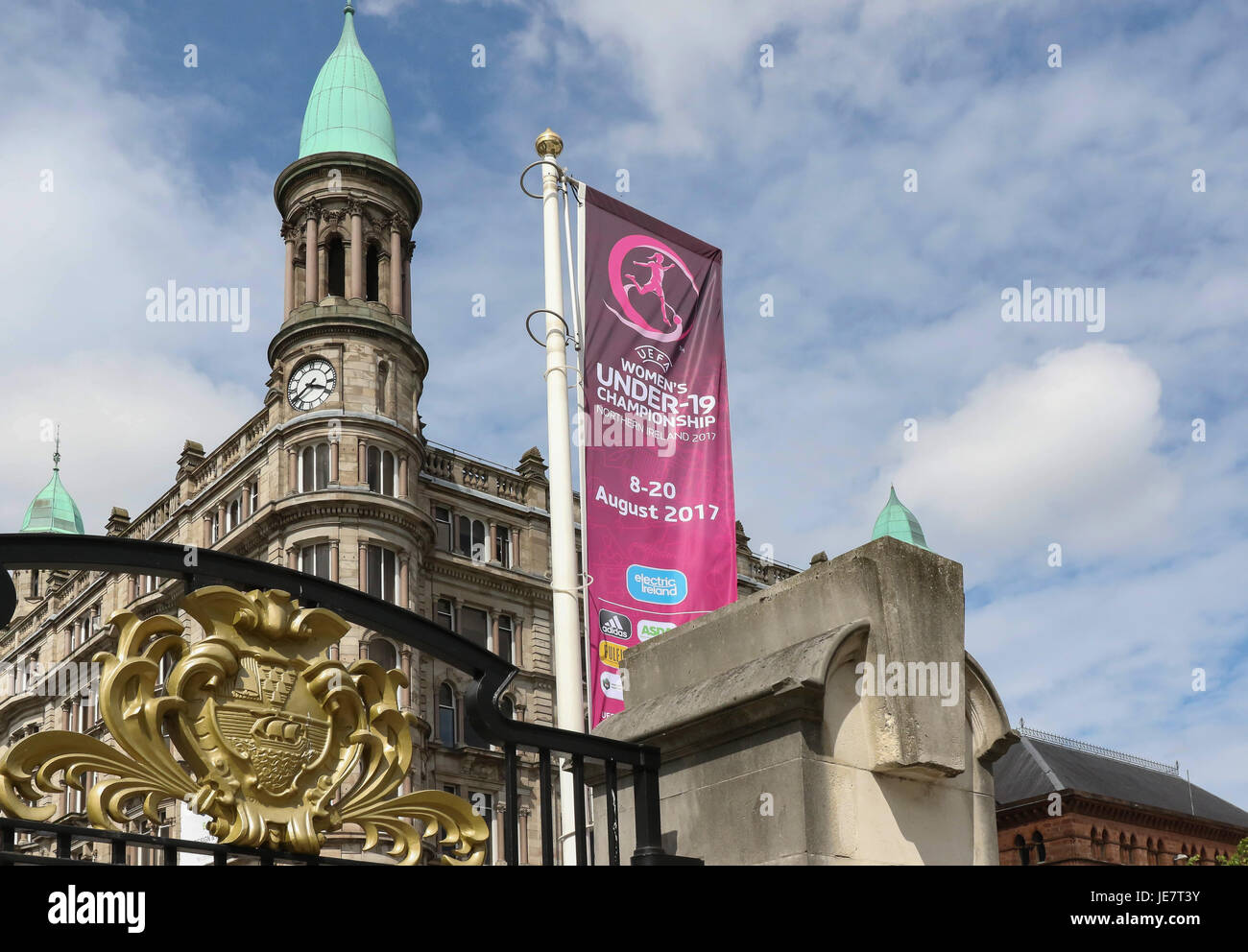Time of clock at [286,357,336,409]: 3:39
